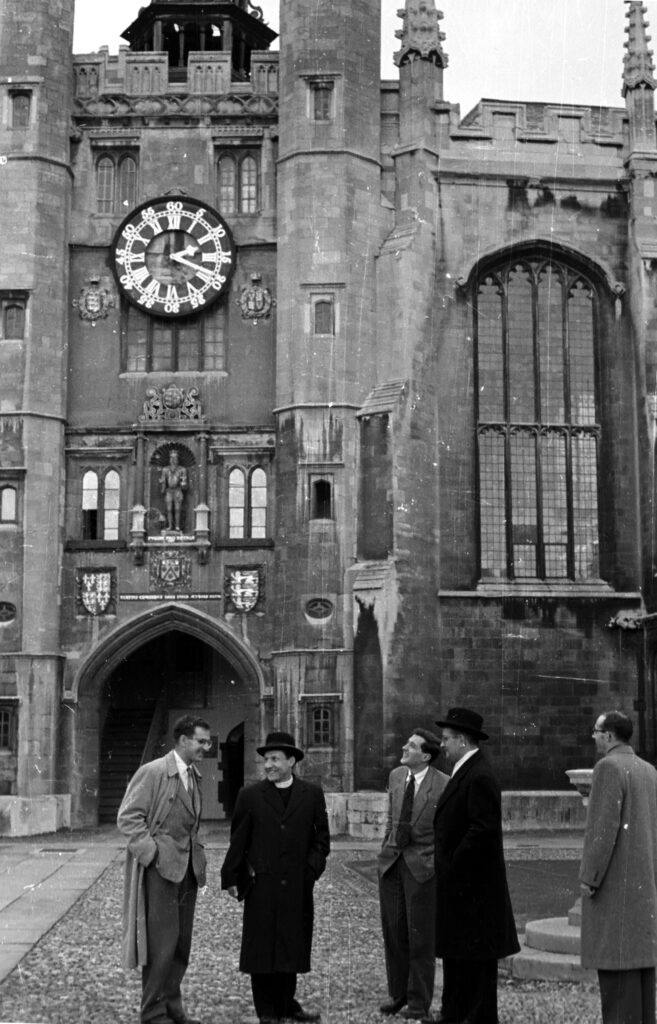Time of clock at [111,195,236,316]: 2:18
